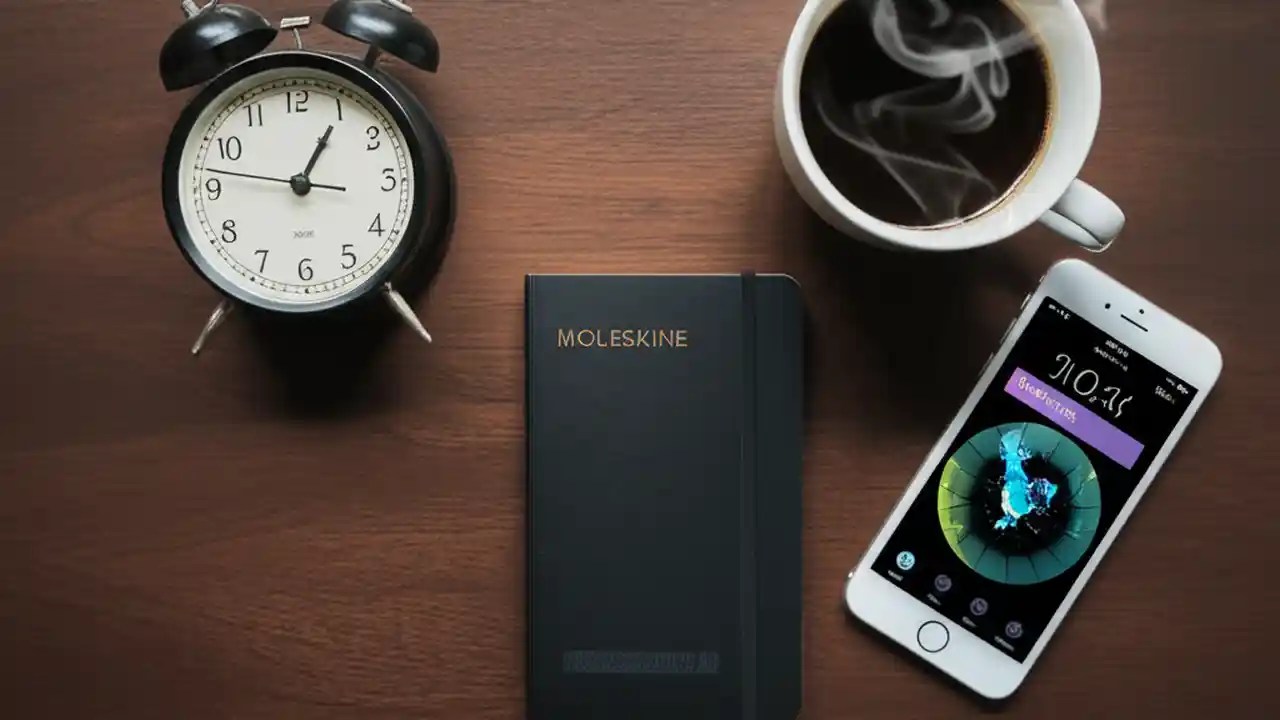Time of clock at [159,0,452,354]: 1:05
